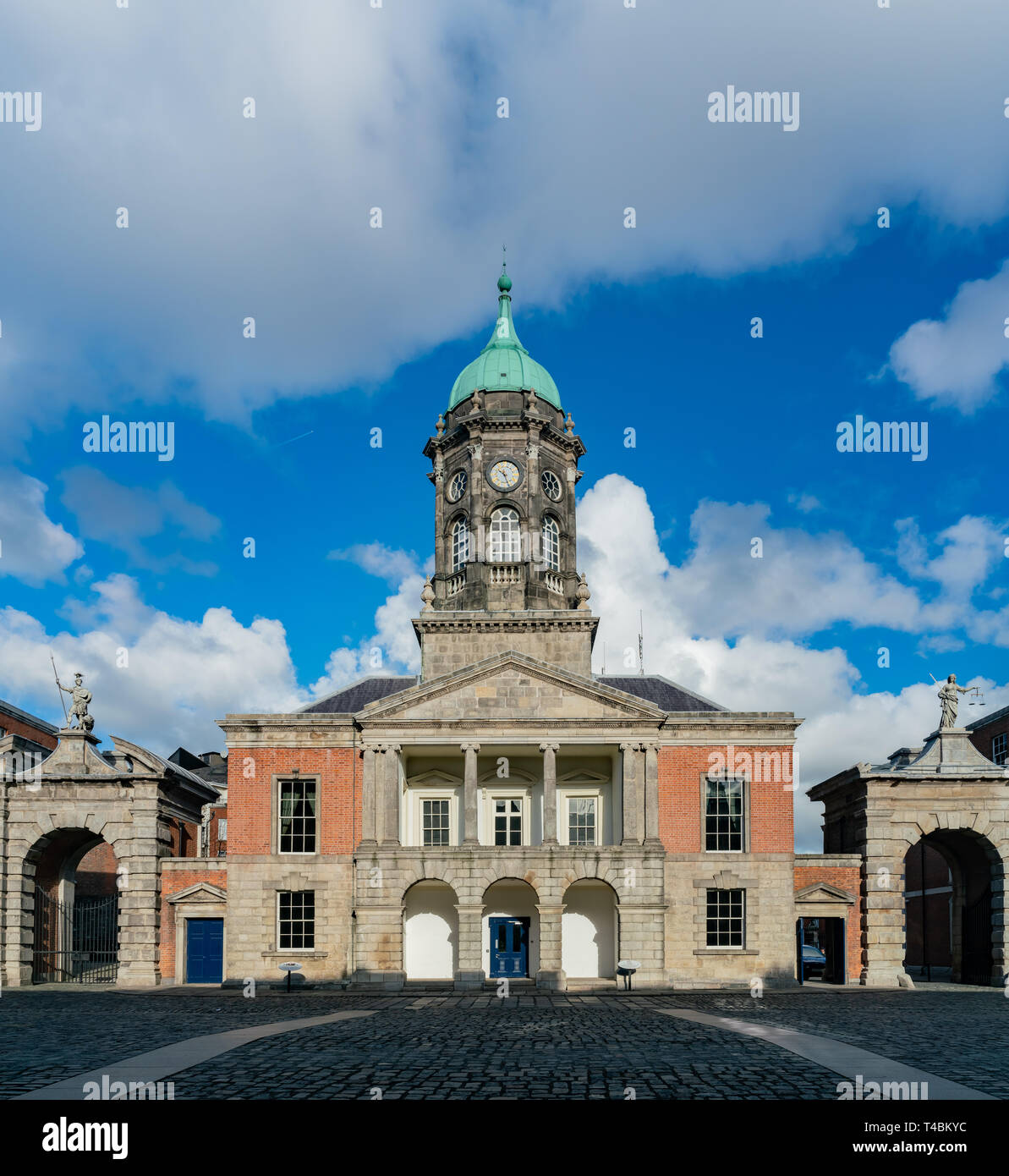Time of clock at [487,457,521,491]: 10:26
